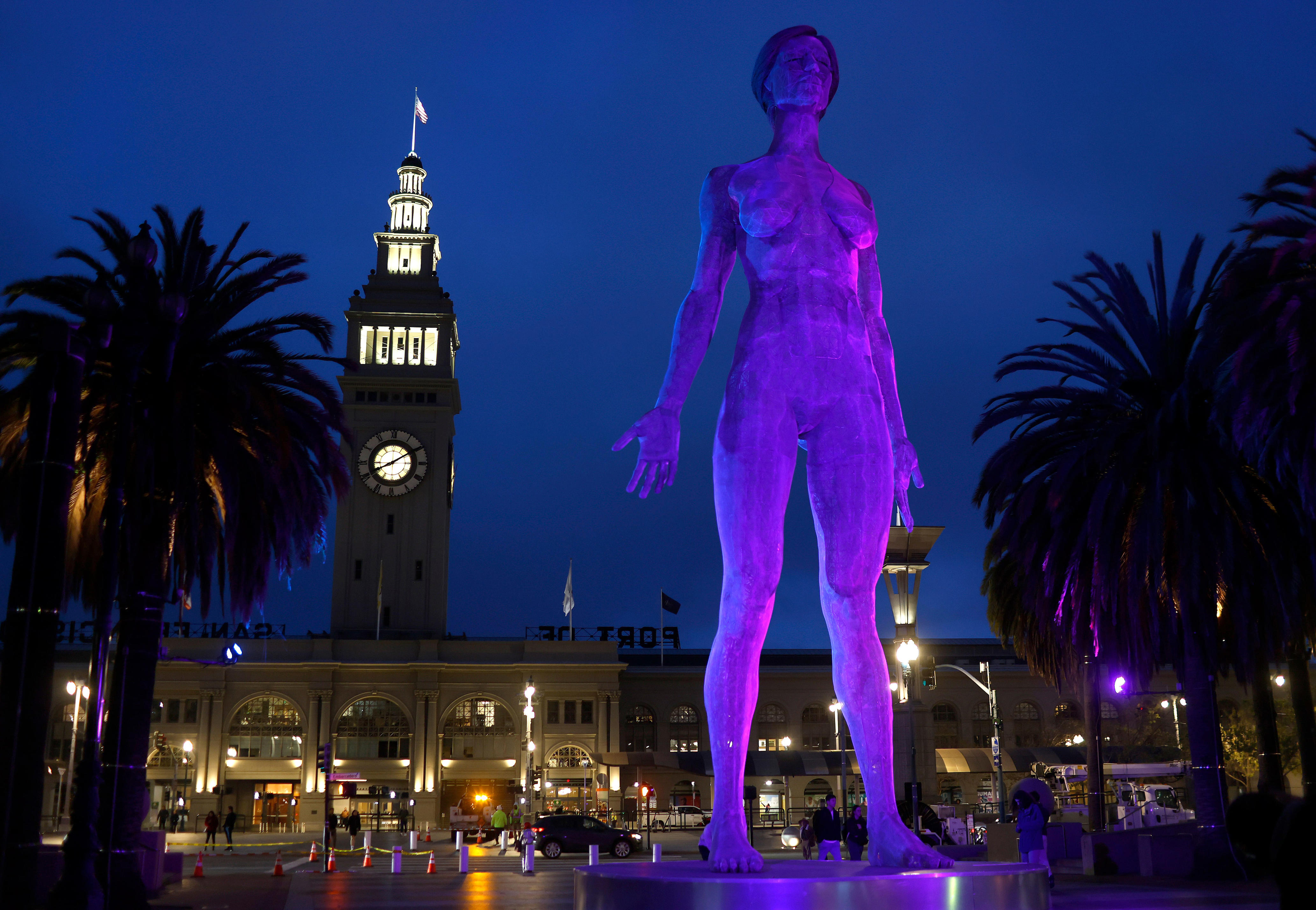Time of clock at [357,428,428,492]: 8:09
